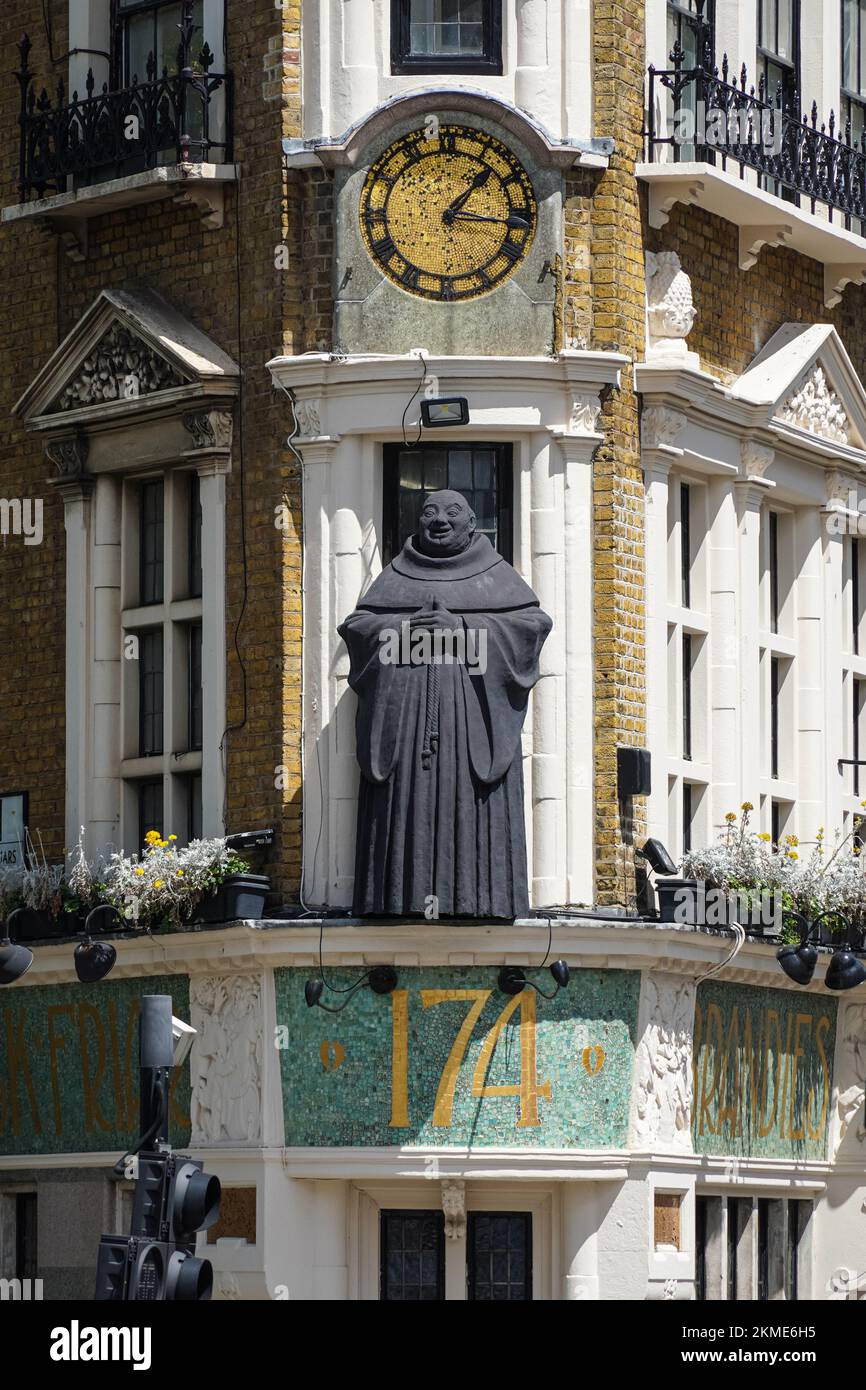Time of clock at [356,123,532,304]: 1:16
